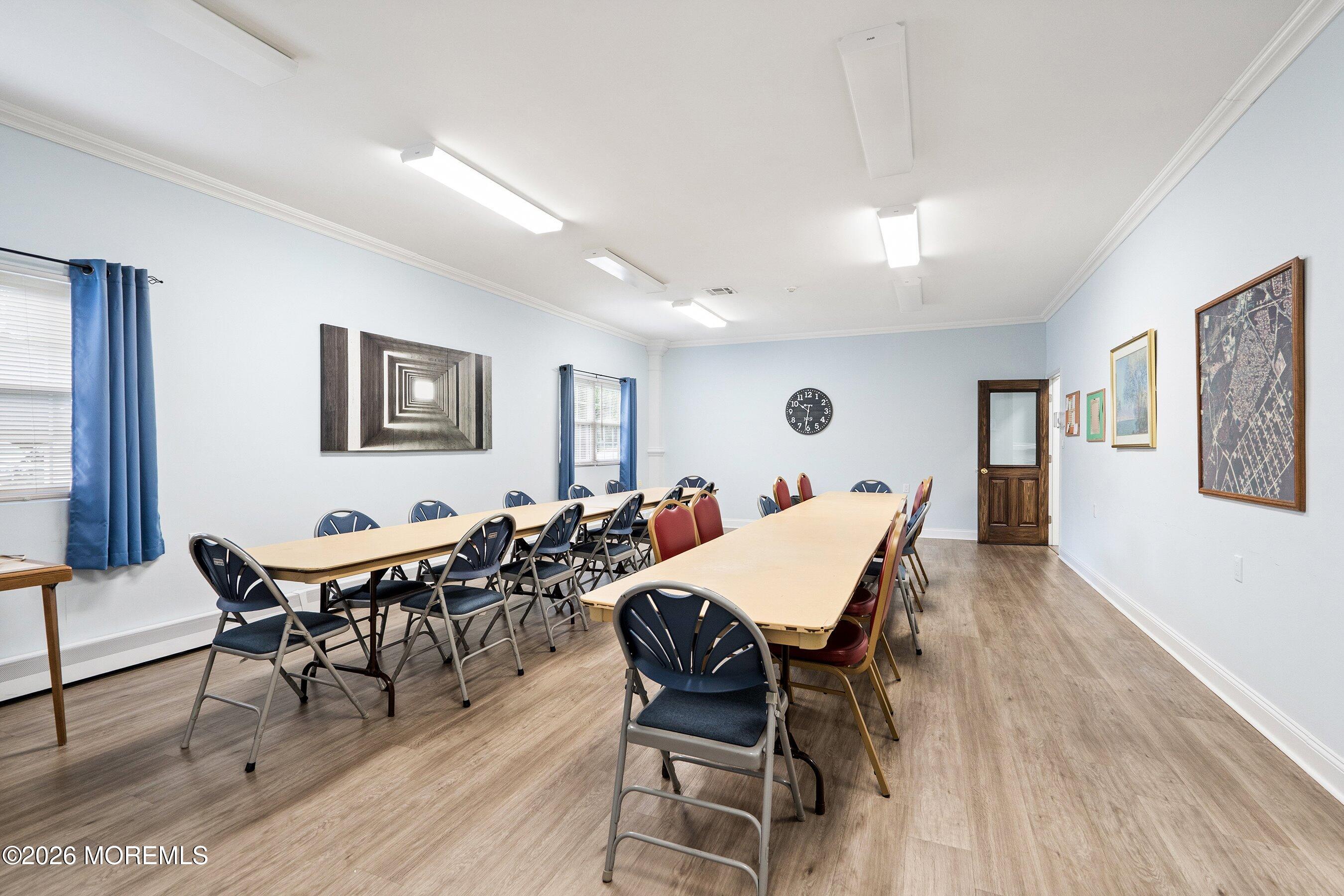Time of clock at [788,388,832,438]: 10:31
